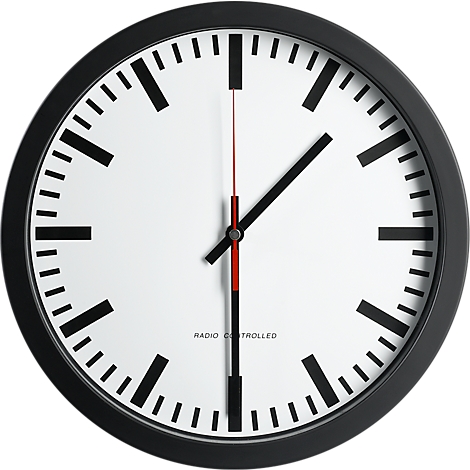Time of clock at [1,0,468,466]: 1:30
